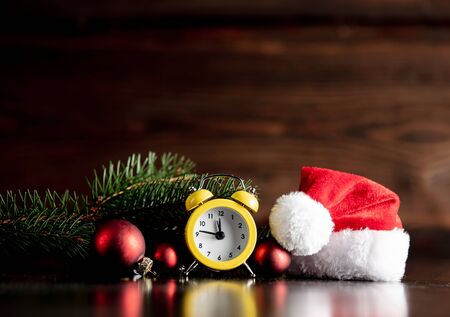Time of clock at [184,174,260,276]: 11:46
